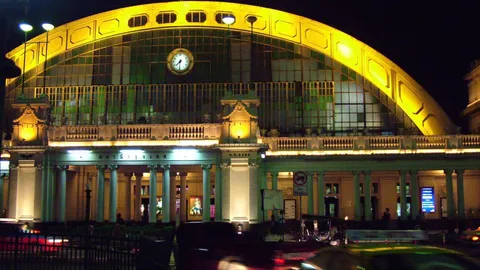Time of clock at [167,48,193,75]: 7:31
